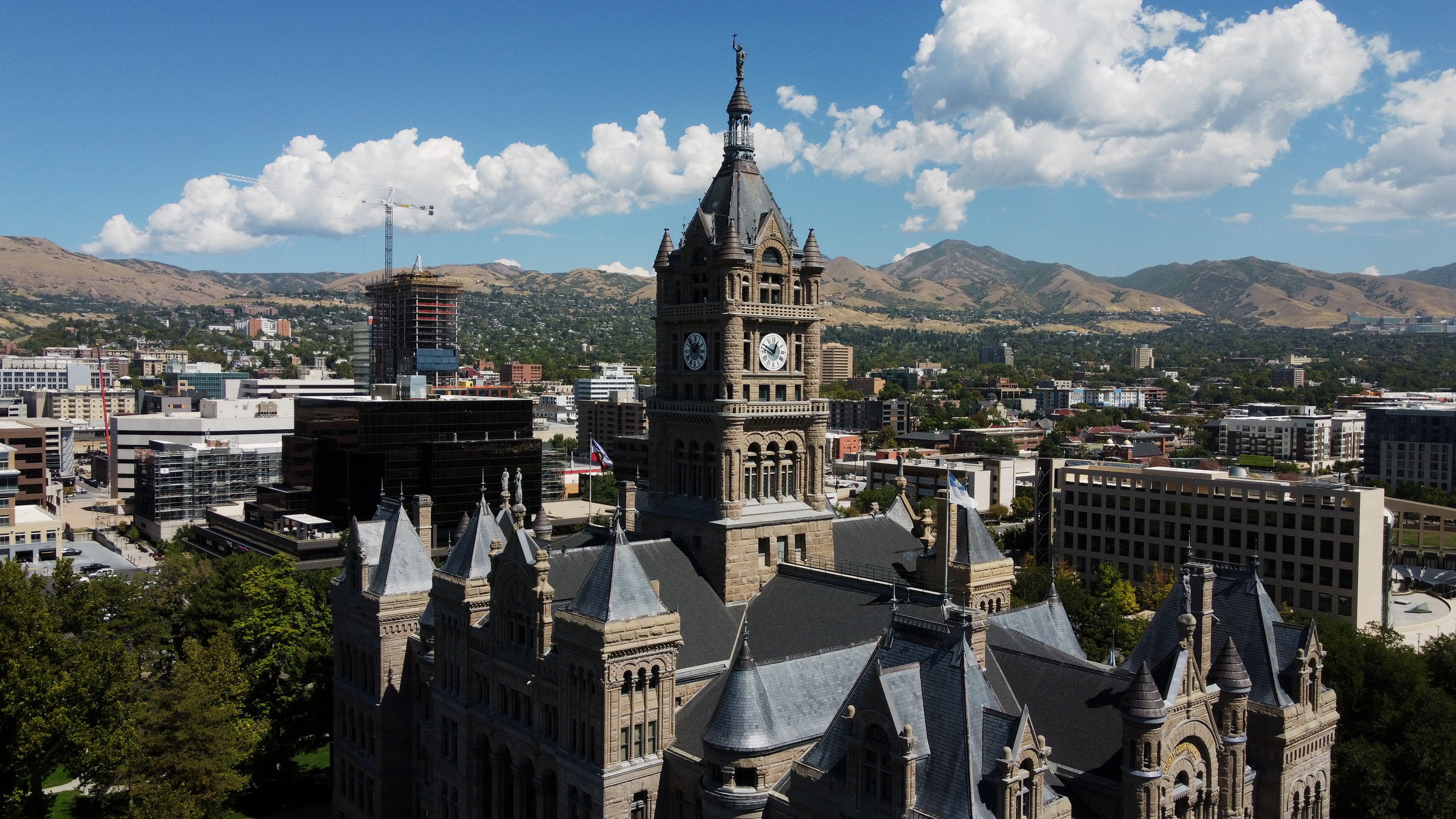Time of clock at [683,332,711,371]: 12:52
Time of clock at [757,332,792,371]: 12:49
